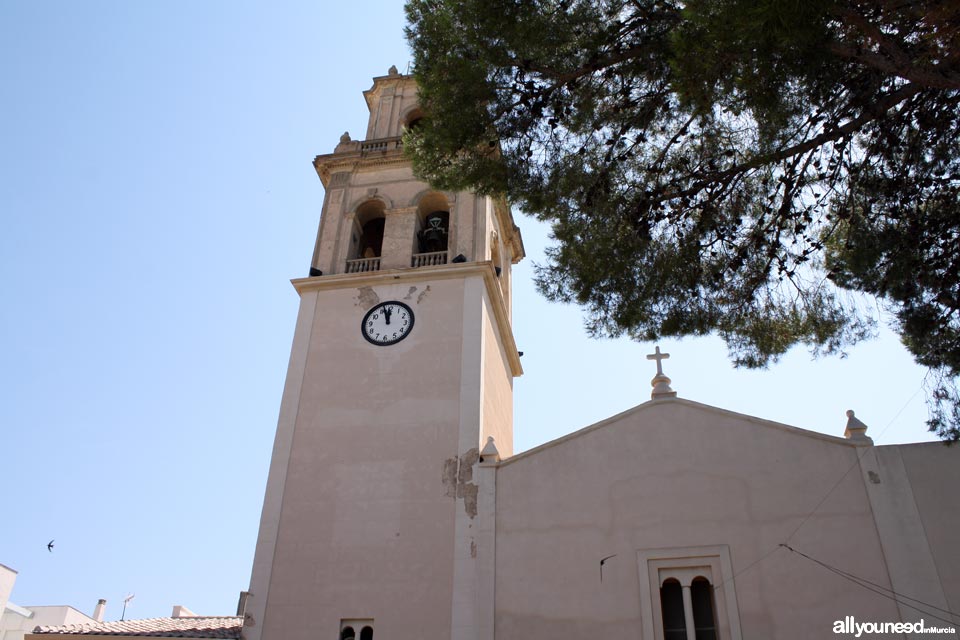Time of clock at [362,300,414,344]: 11:56
